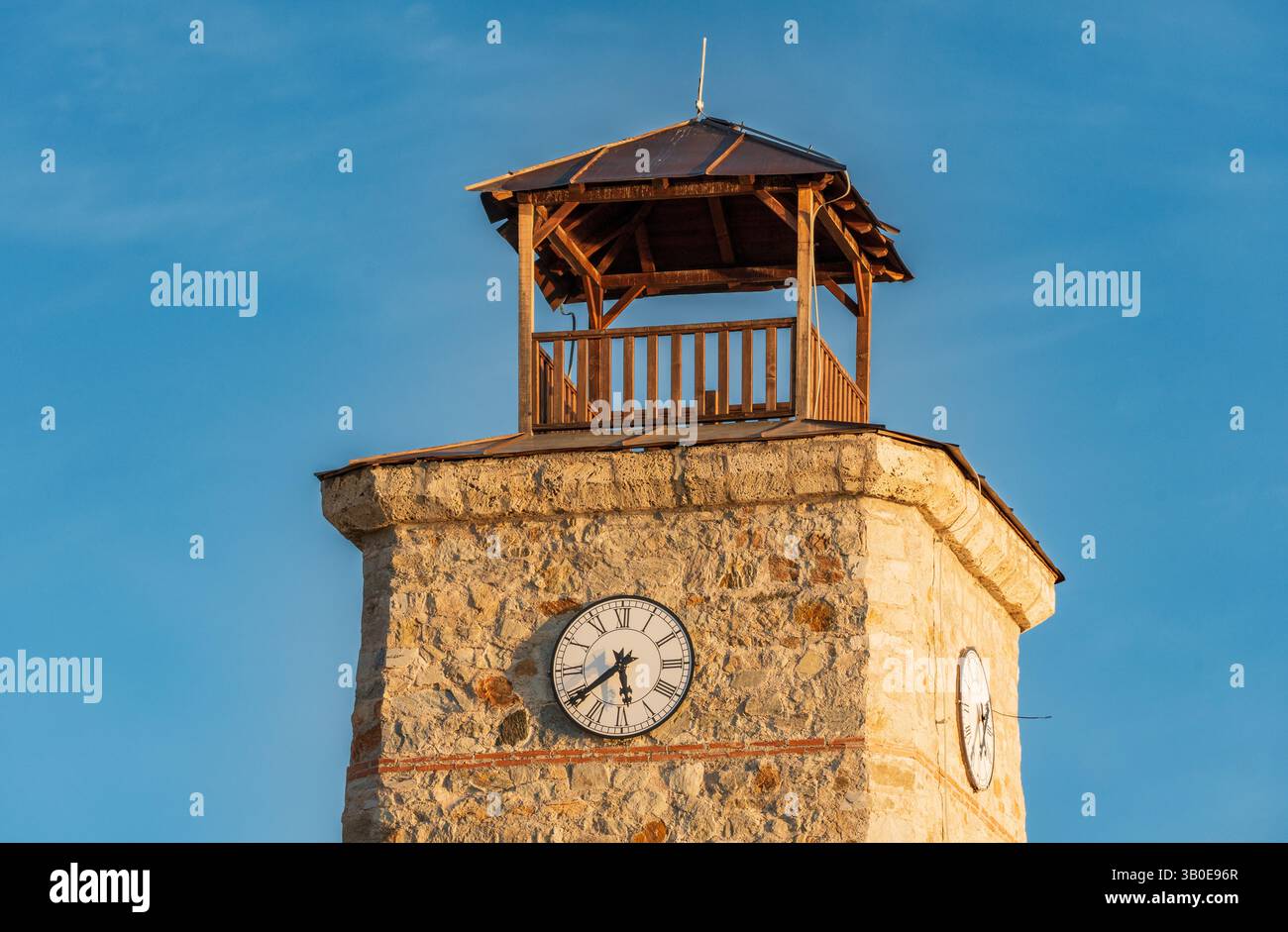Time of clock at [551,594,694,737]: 5:39
